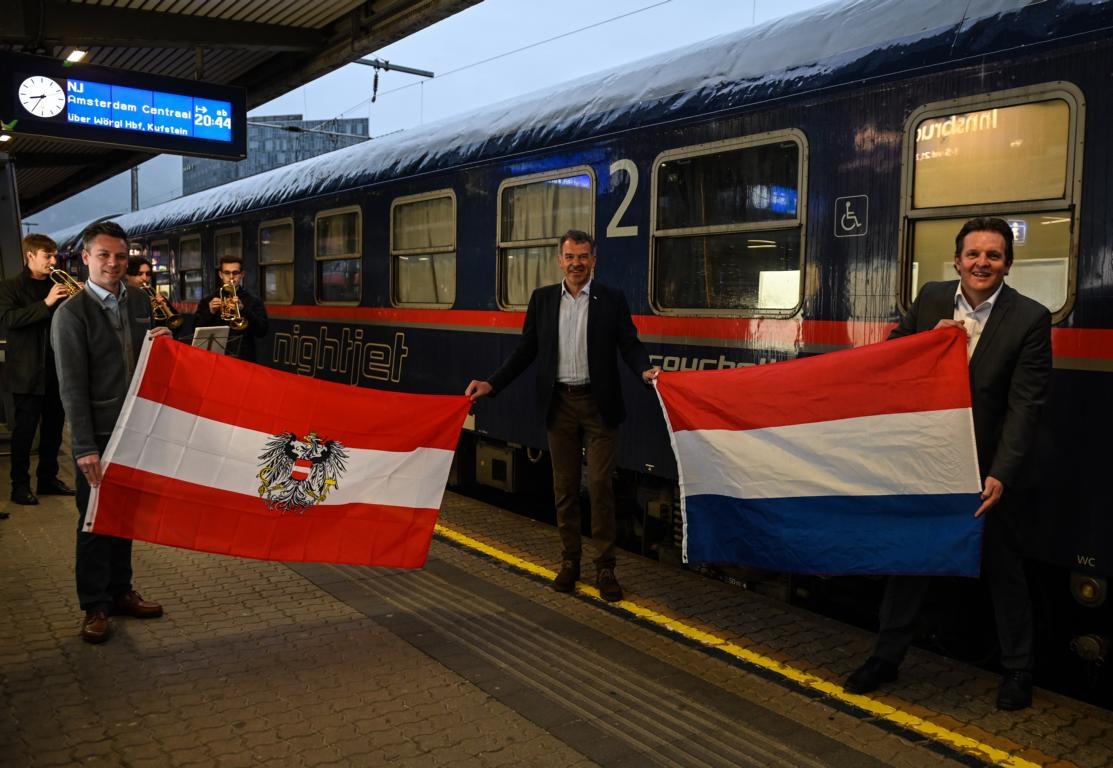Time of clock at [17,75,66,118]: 8:35
